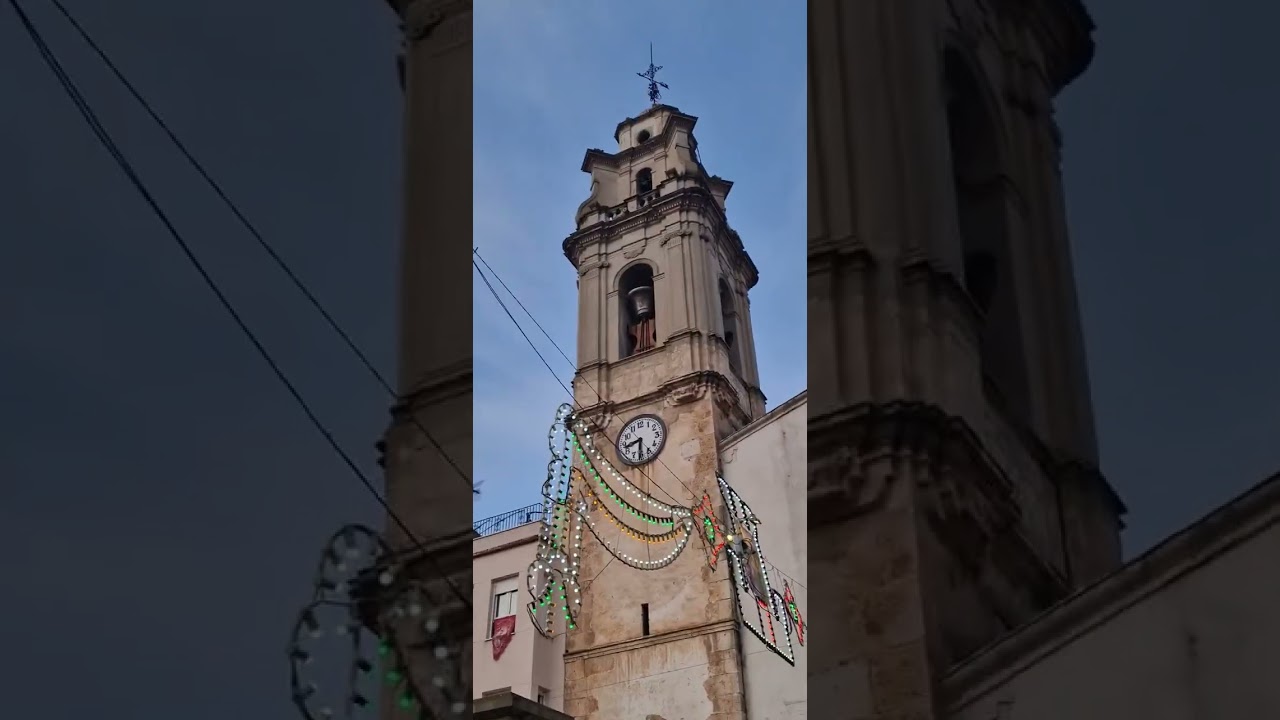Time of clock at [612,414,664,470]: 8:30
